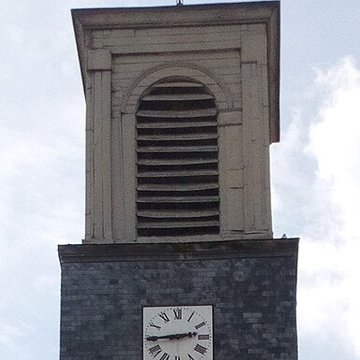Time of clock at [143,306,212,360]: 2:44
